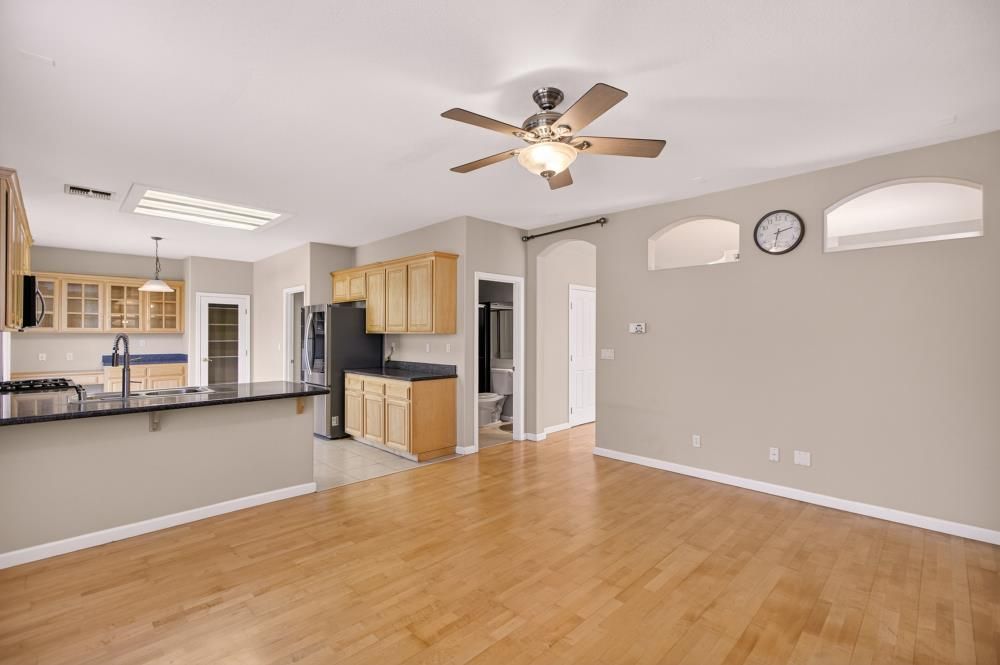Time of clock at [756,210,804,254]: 2:32
